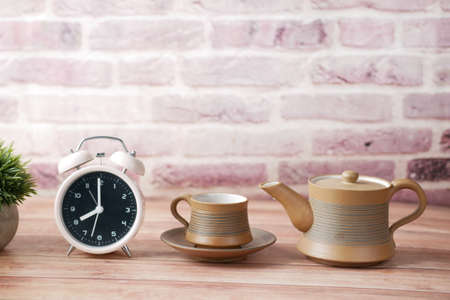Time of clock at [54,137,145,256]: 7:59
